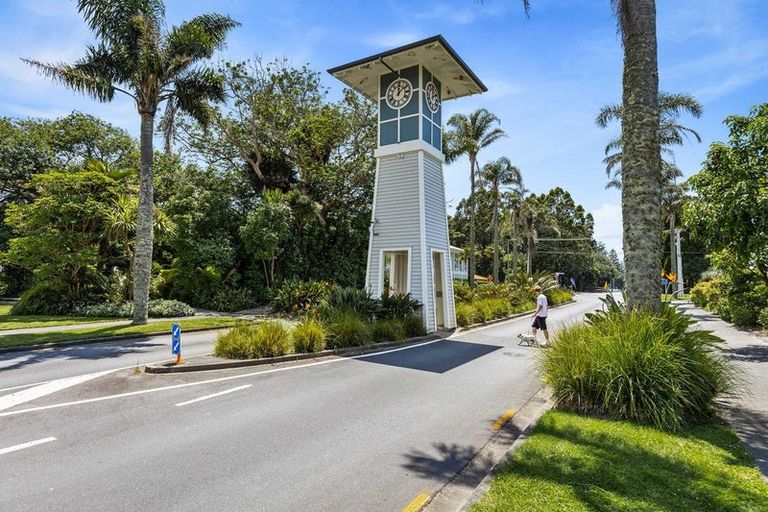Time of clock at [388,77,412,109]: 12:07
